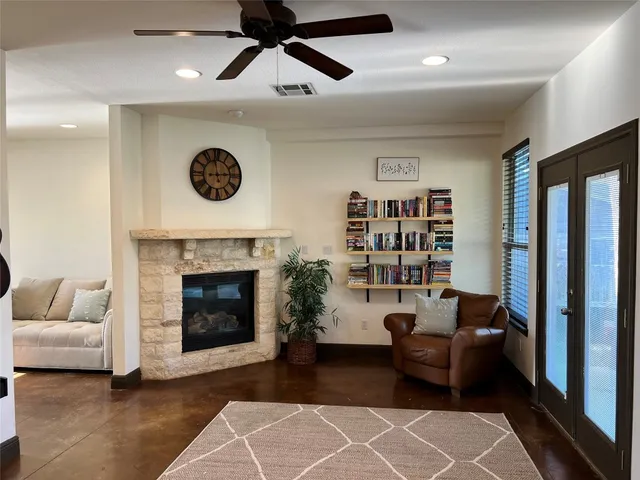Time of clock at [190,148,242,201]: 2:58
